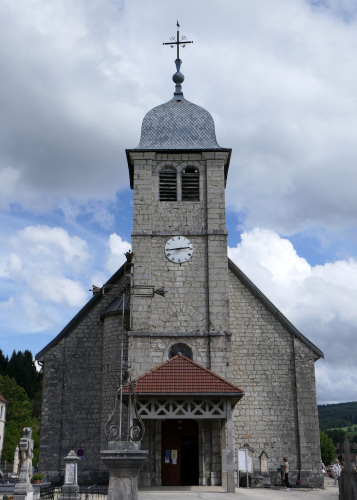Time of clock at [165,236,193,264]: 2:44
